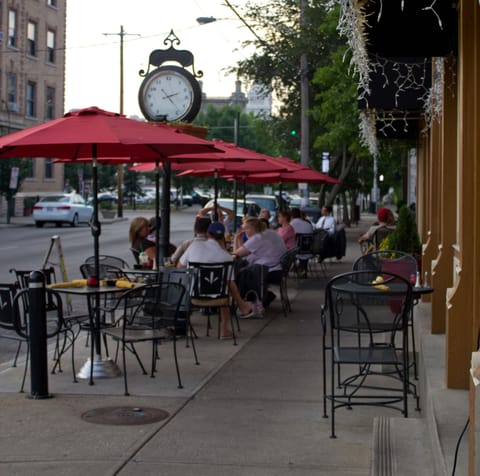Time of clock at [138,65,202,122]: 2:23
